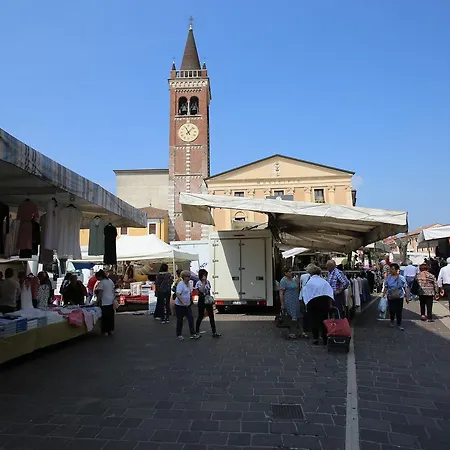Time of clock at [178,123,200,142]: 11:07
